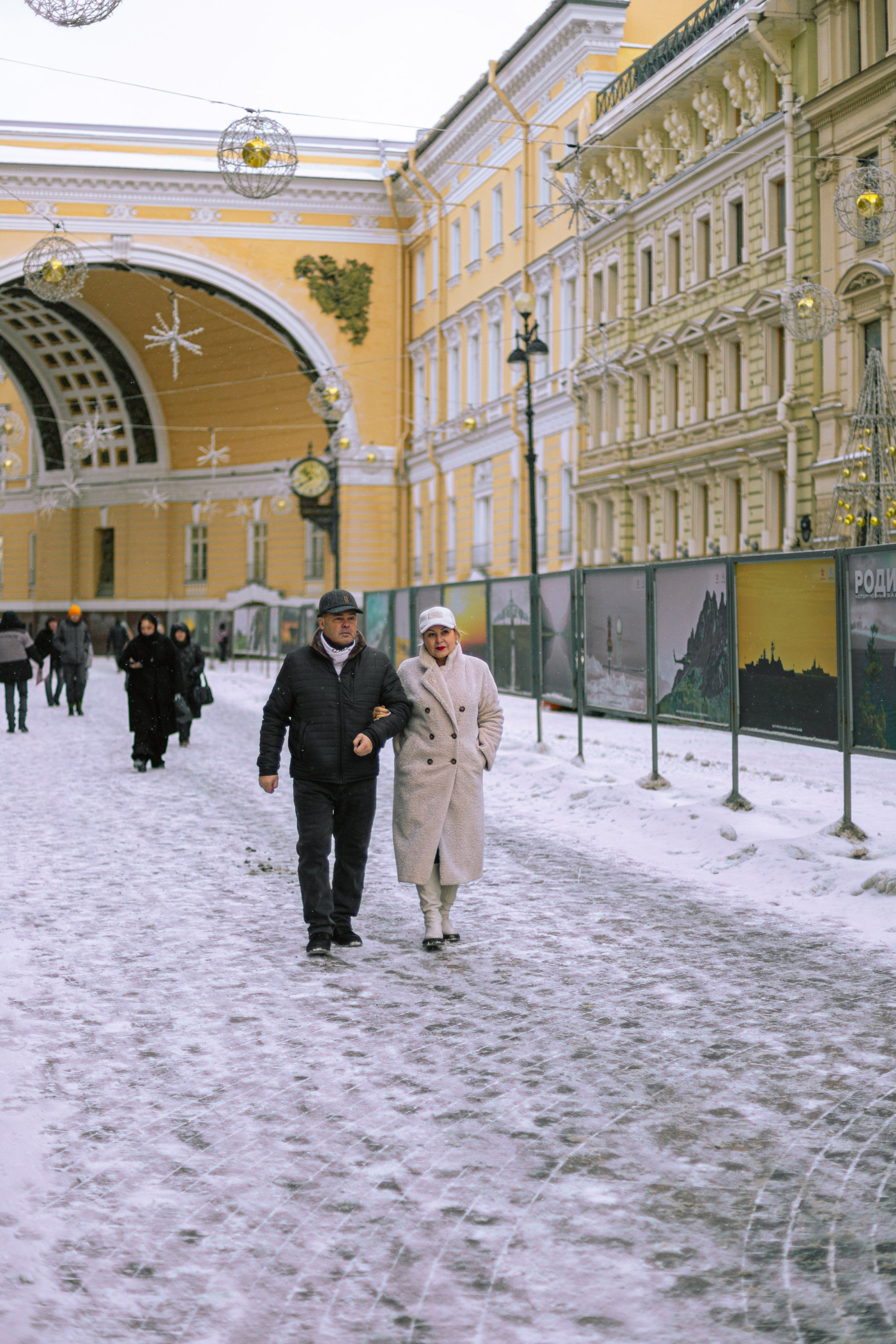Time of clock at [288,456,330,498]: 10:39
